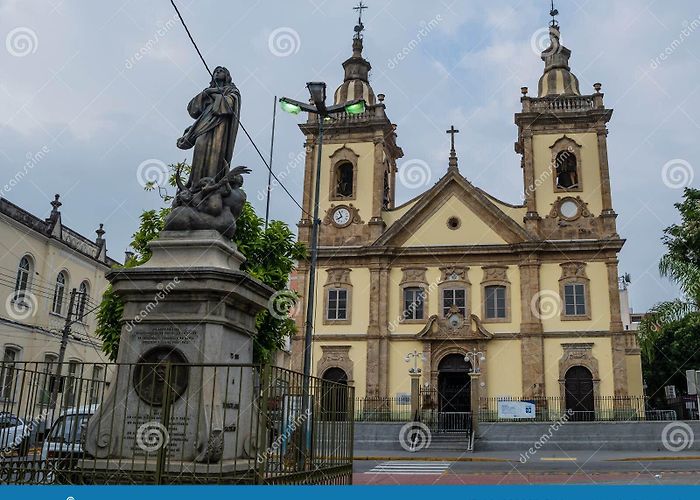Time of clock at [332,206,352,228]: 7:55
